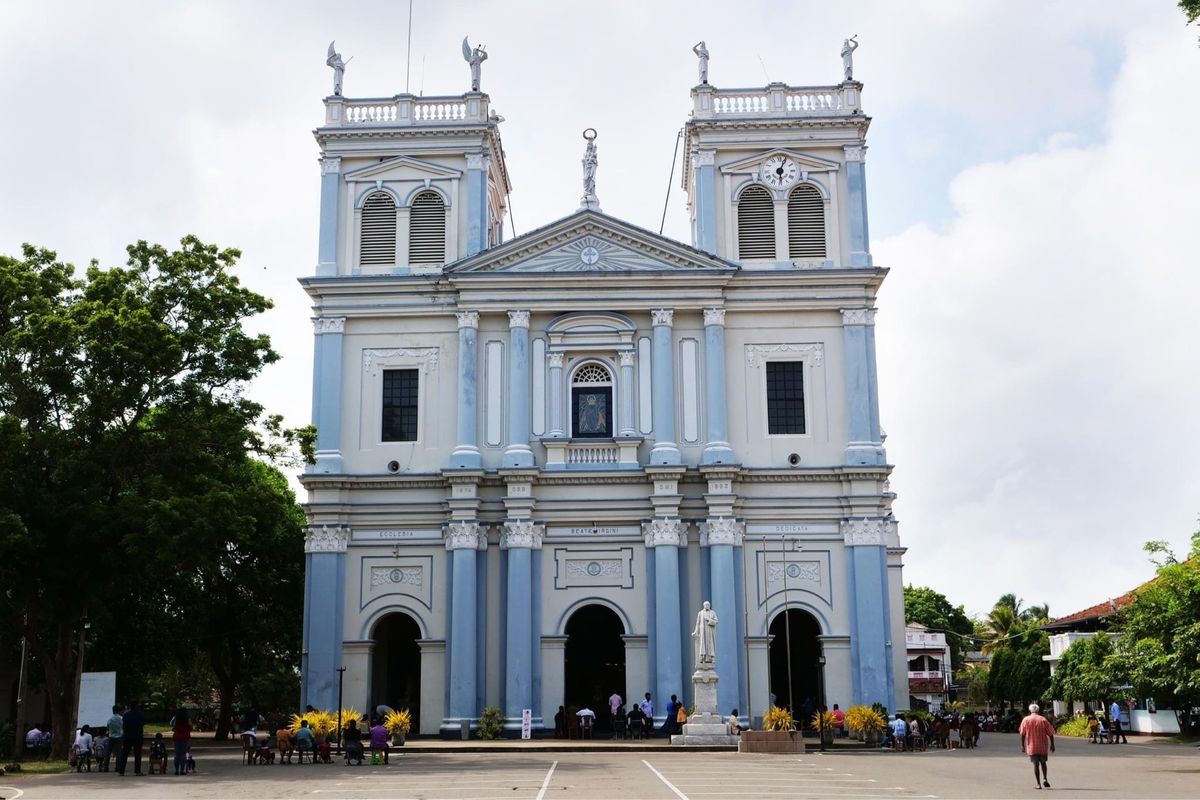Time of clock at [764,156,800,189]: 6:03
